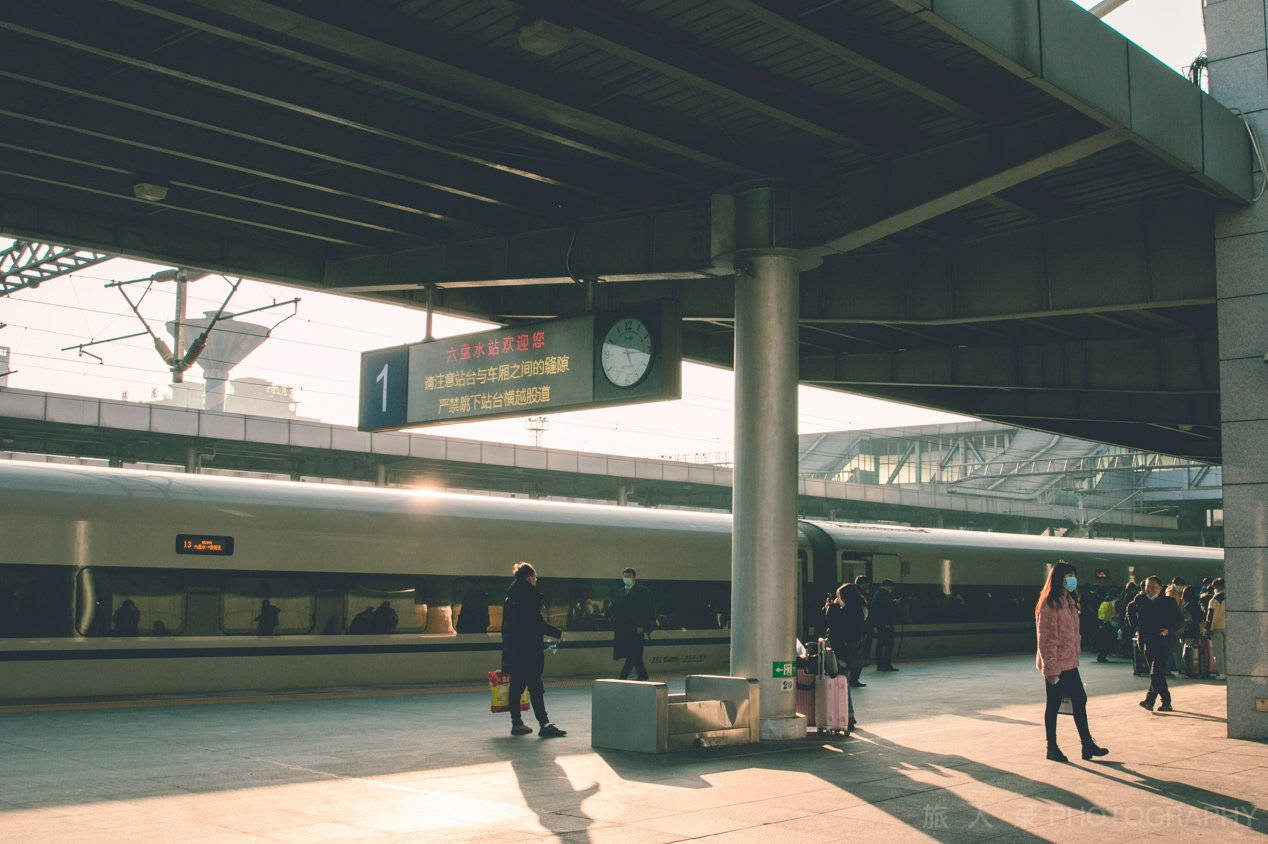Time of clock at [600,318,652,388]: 5:16
